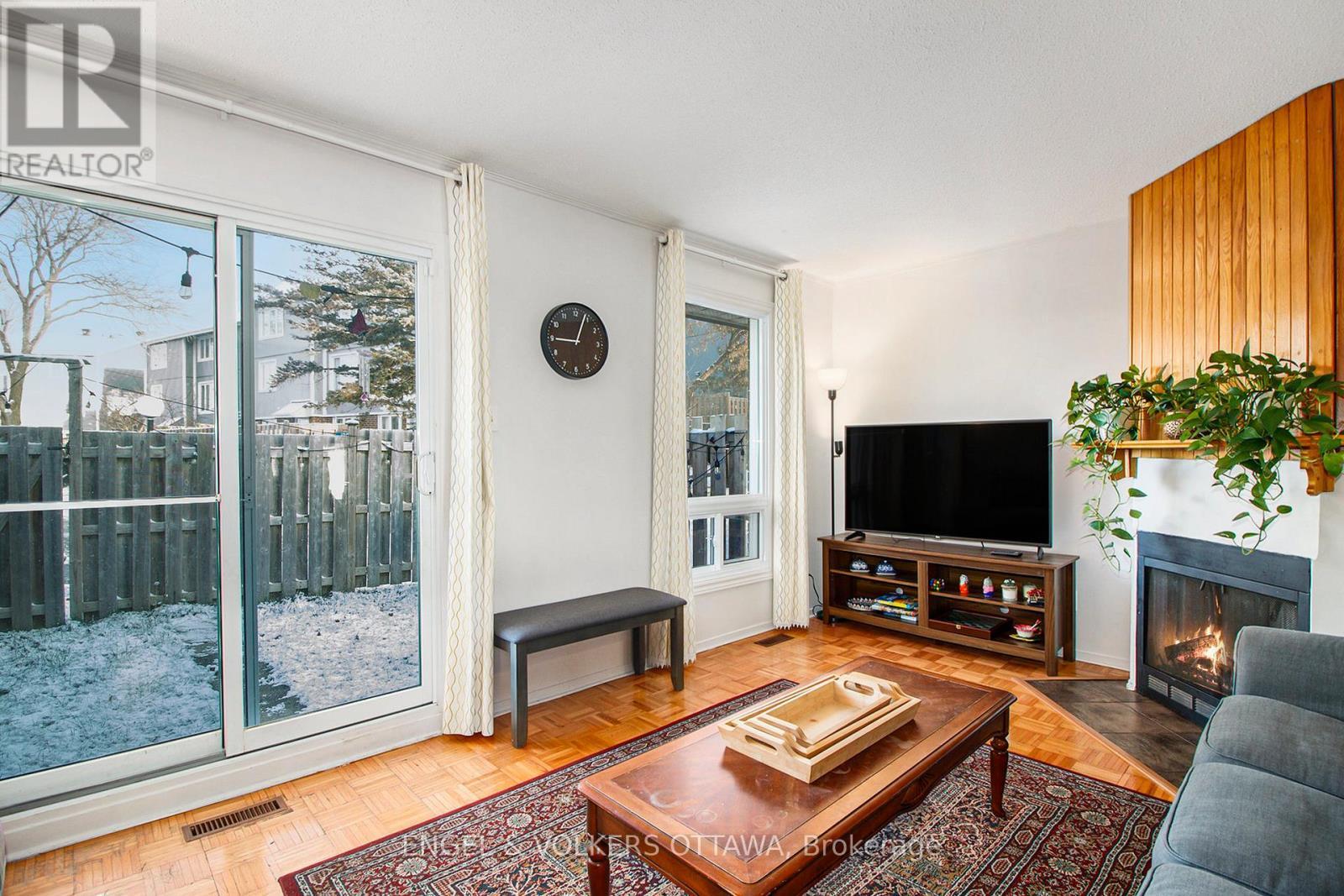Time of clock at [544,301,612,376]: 9:03
